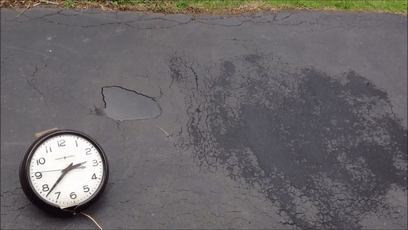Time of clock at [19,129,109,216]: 2:38
